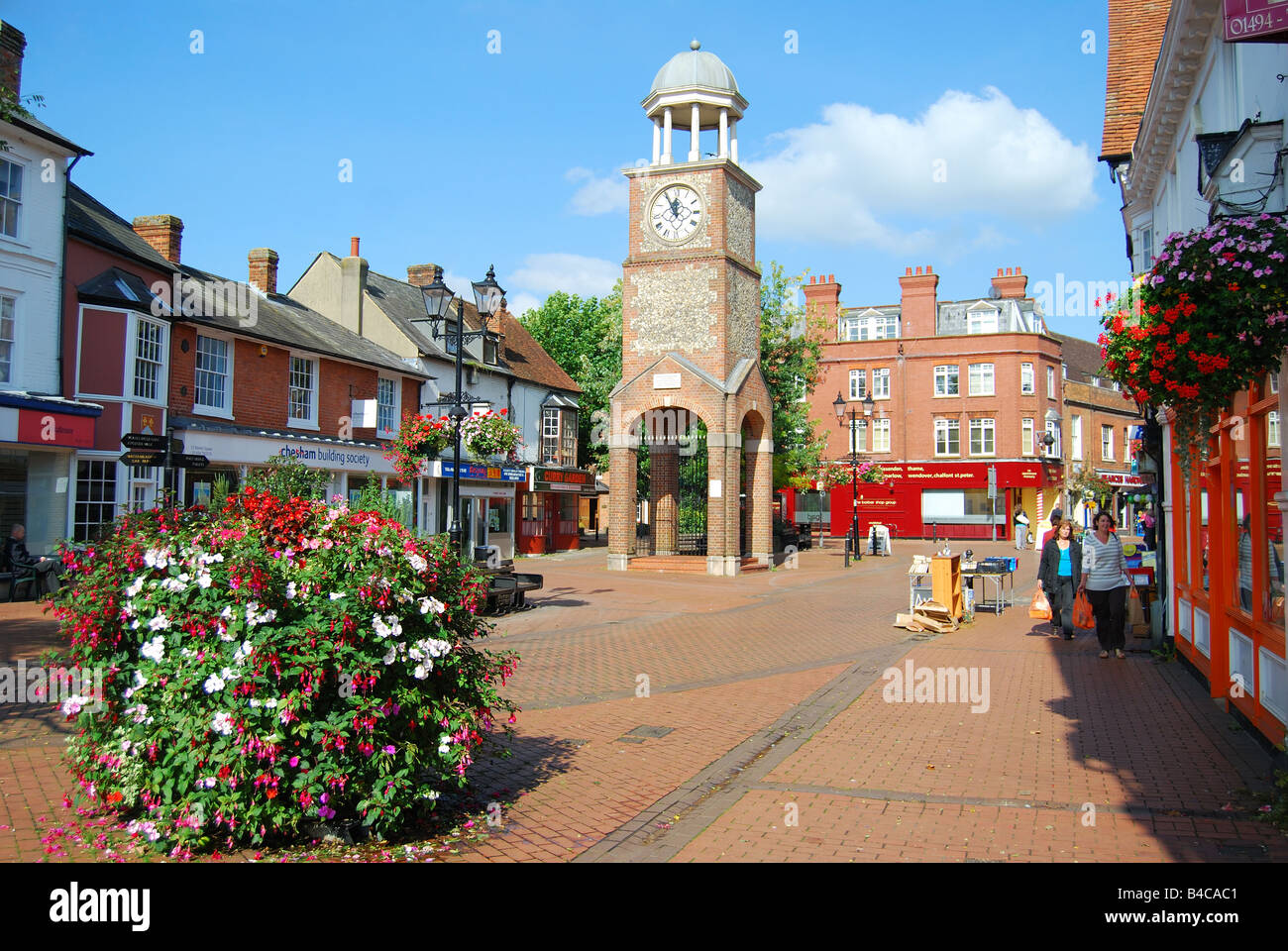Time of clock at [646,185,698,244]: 11:55
